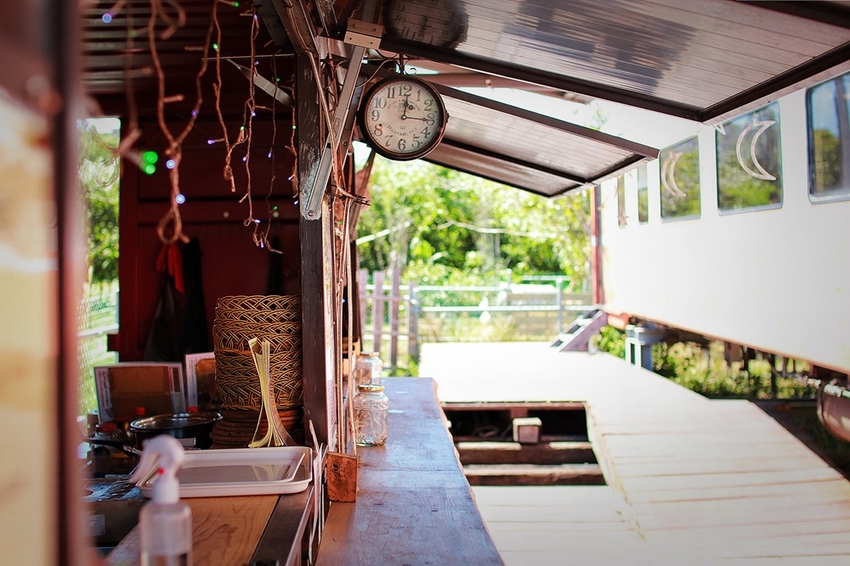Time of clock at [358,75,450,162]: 12:15
